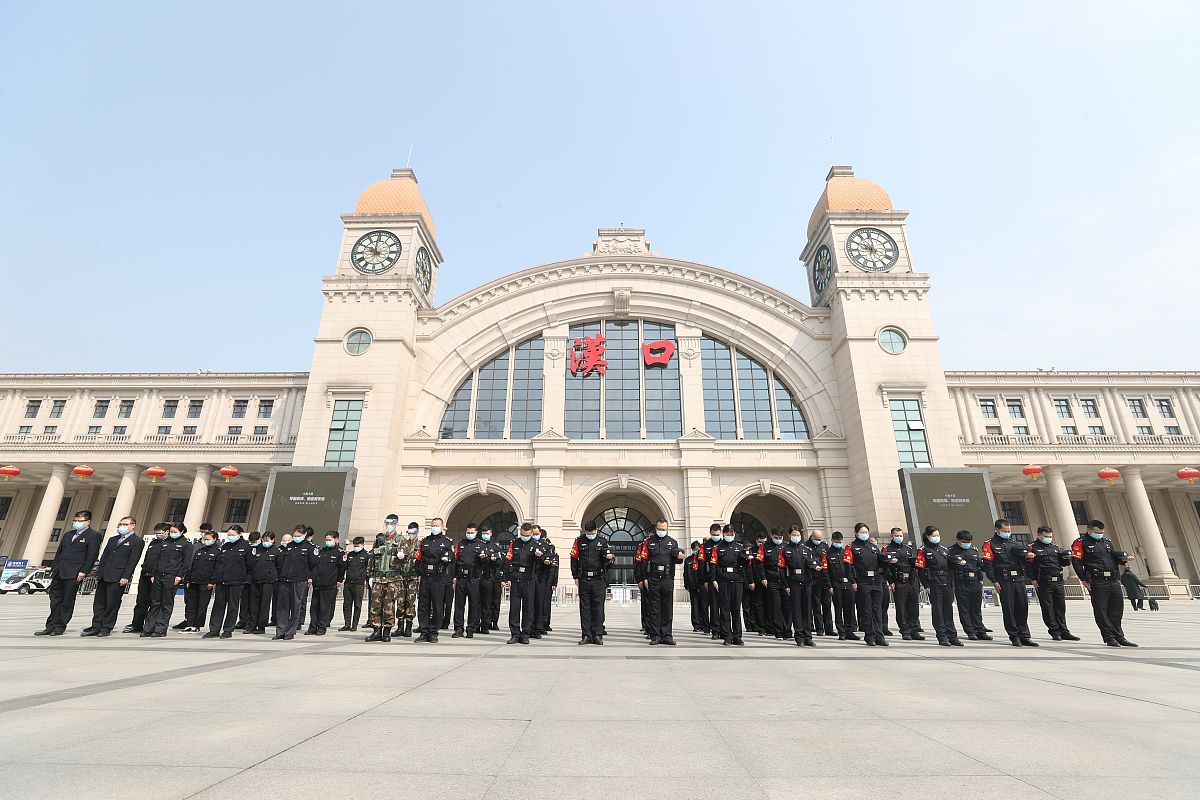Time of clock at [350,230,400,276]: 11:49
